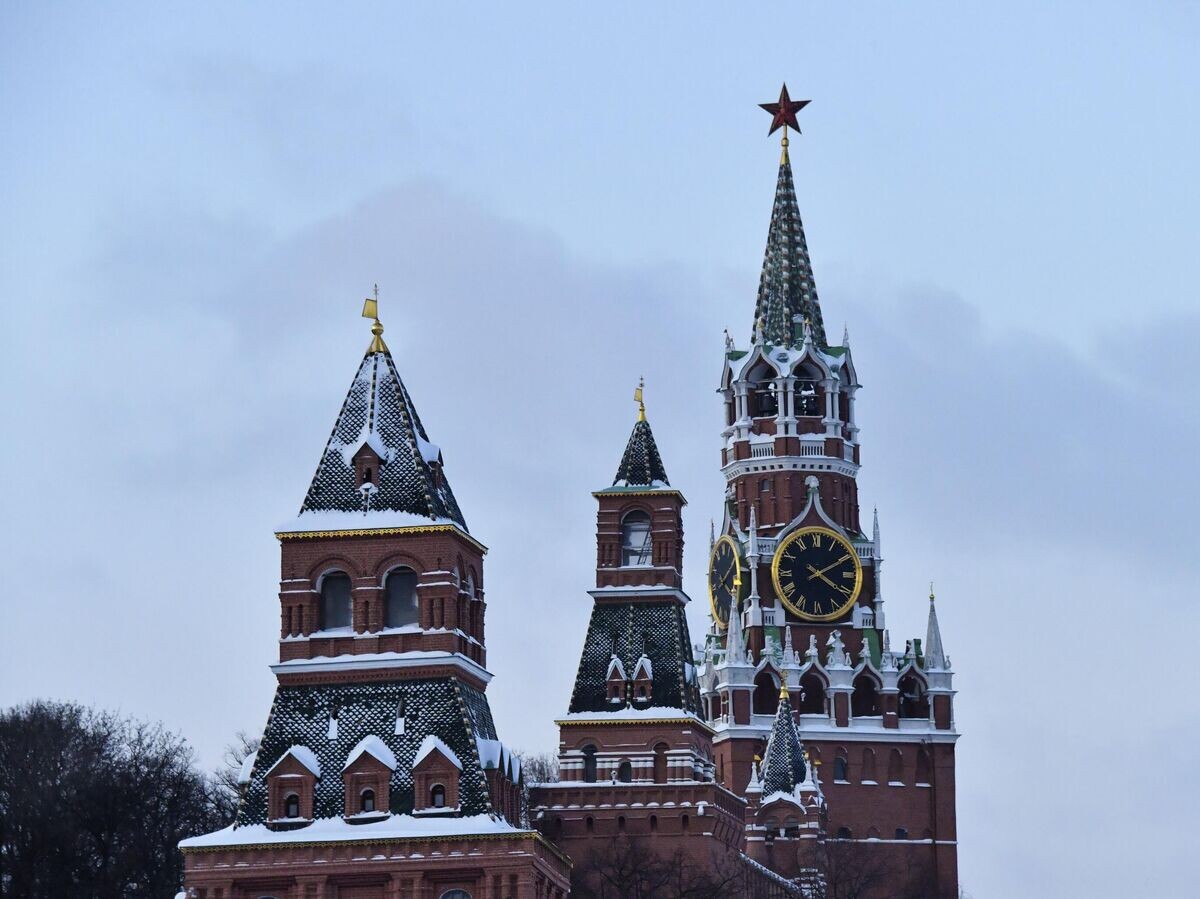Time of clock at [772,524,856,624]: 4:10
